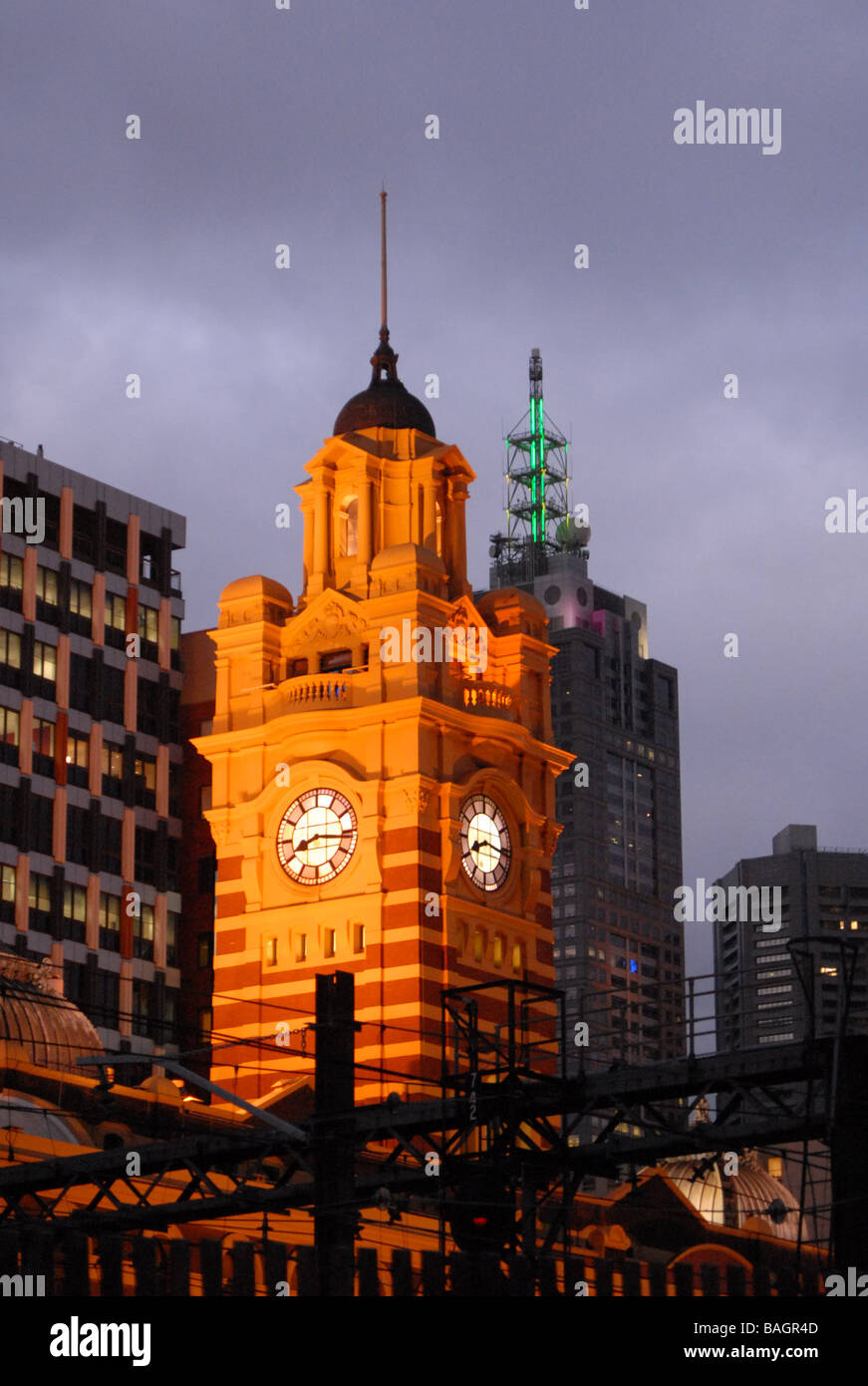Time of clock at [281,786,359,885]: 8:16
